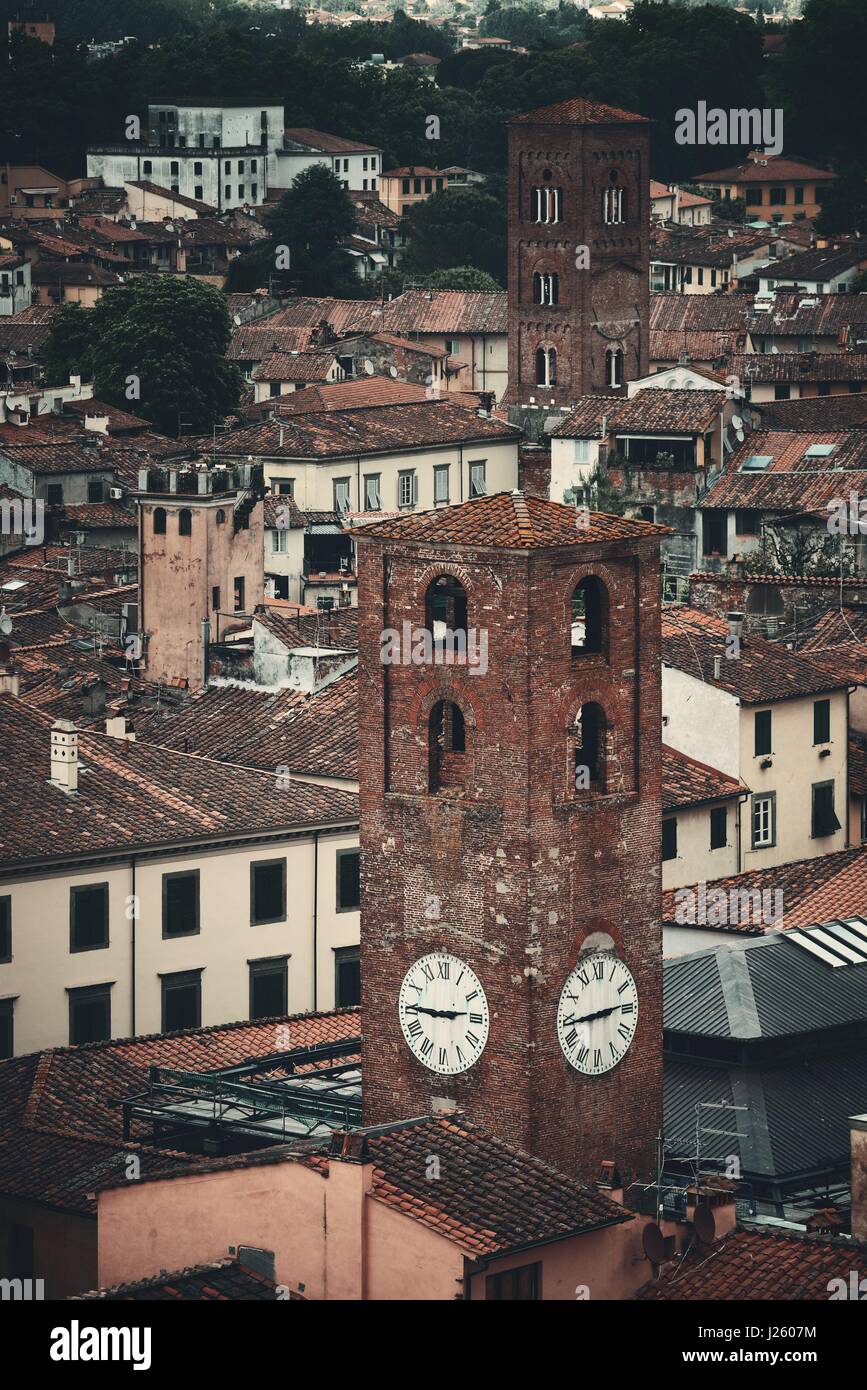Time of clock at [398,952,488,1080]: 2:45
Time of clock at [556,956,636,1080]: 2:44
